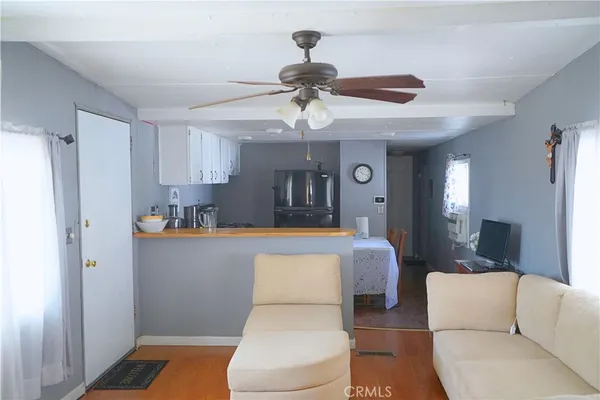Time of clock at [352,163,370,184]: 10:17
